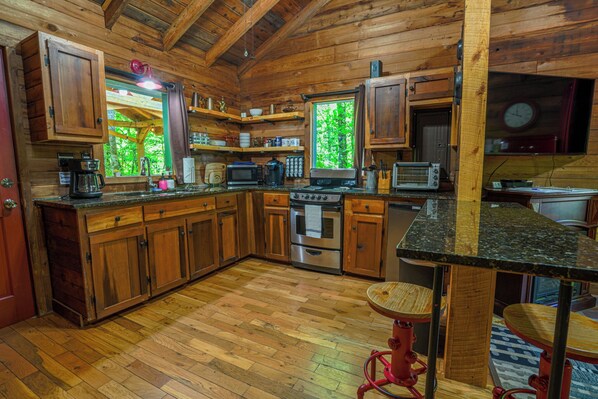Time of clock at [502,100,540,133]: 11:48
